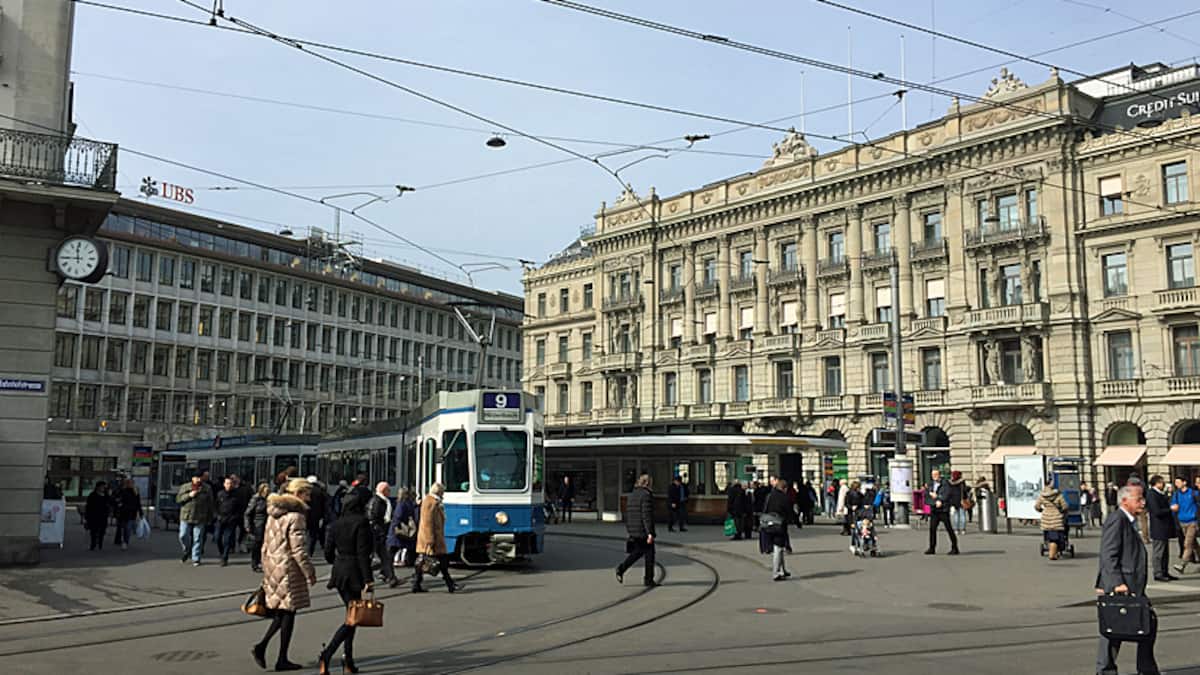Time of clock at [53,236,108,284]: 11:44
